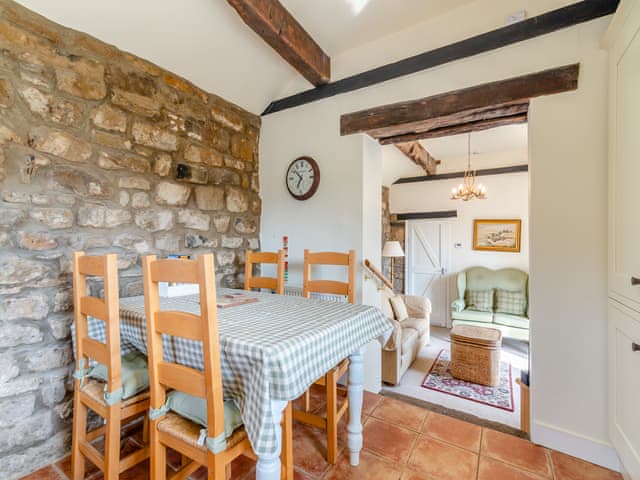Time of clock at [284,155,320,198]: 6:51
